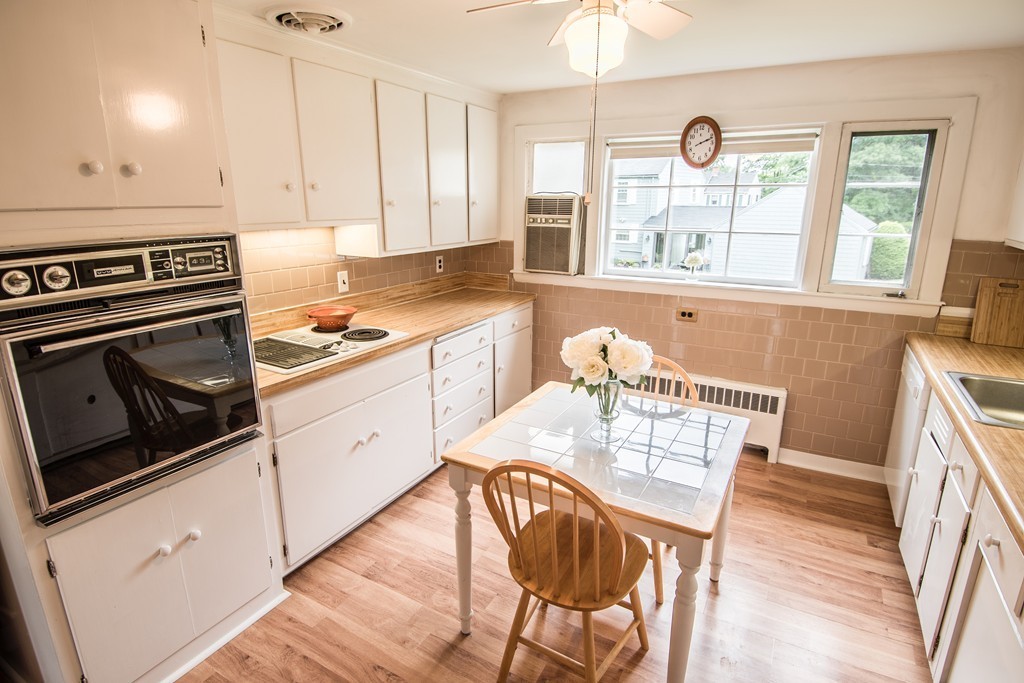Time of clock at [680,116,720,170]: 2:11
